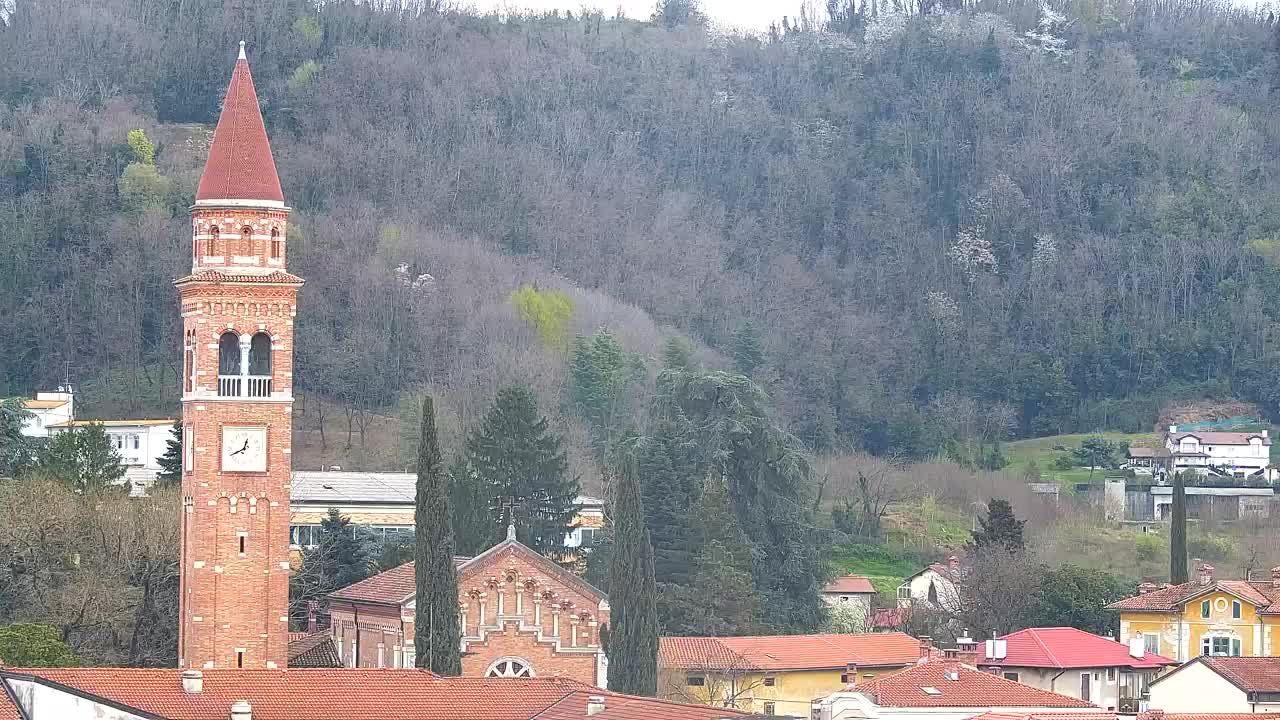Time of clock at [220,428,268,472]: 12:40
